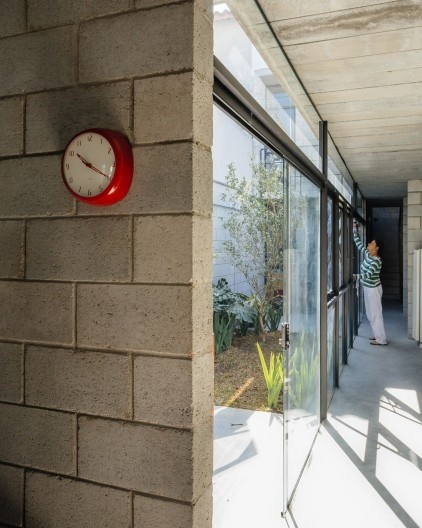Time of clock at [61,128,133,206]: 10:19
